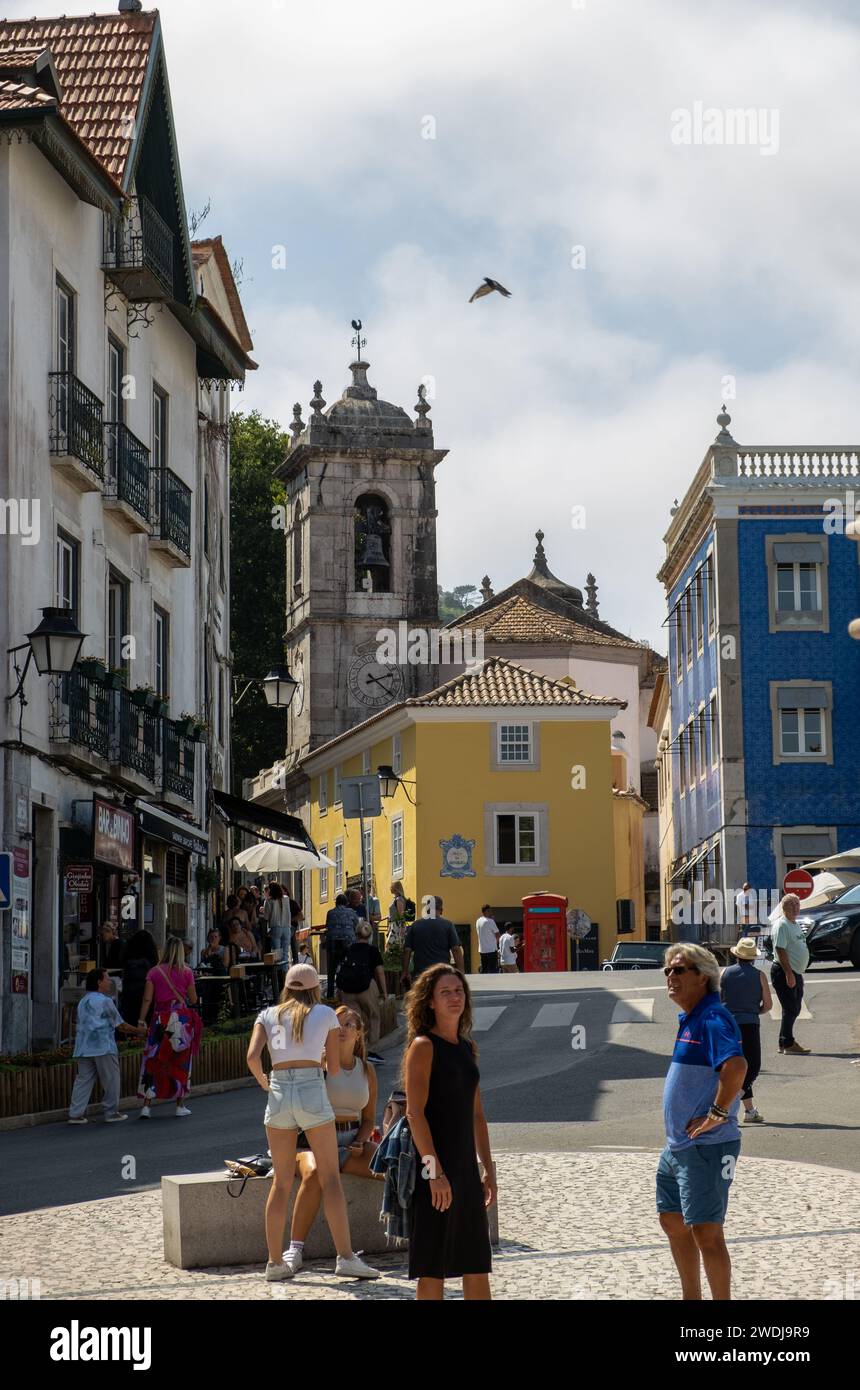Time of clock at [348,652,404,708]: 2:21
